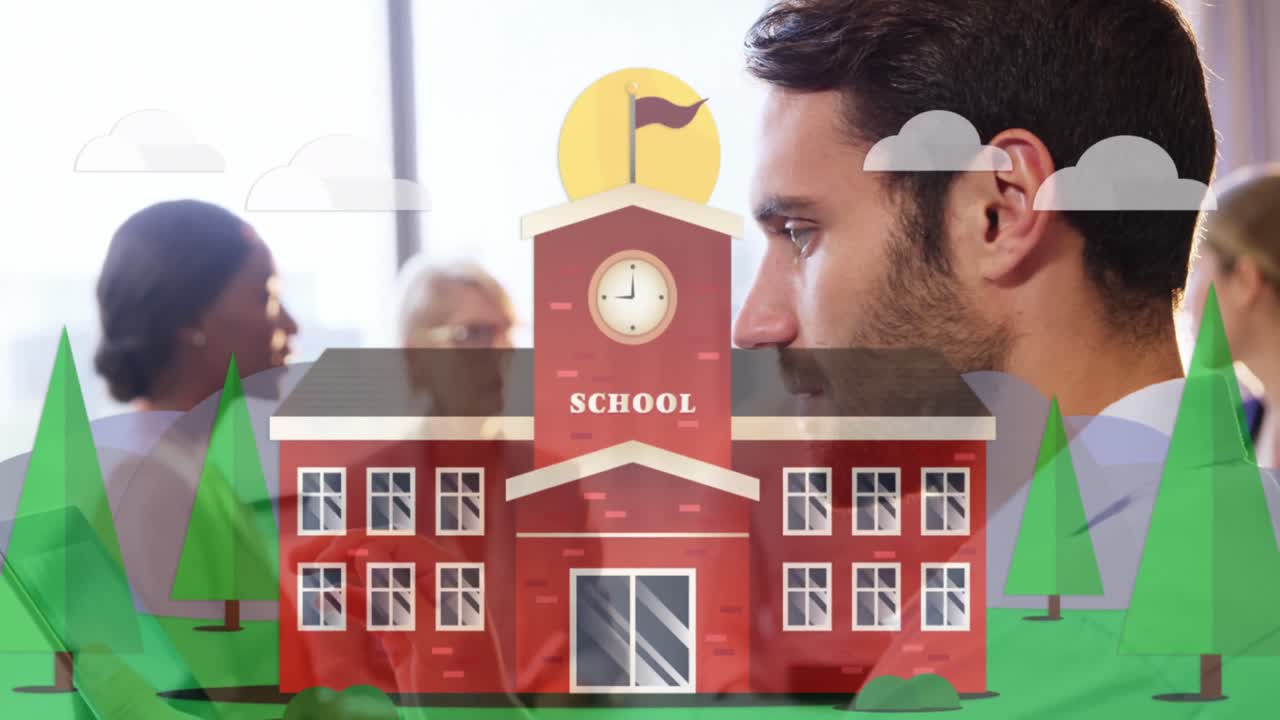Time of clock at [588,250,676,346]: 8:59
